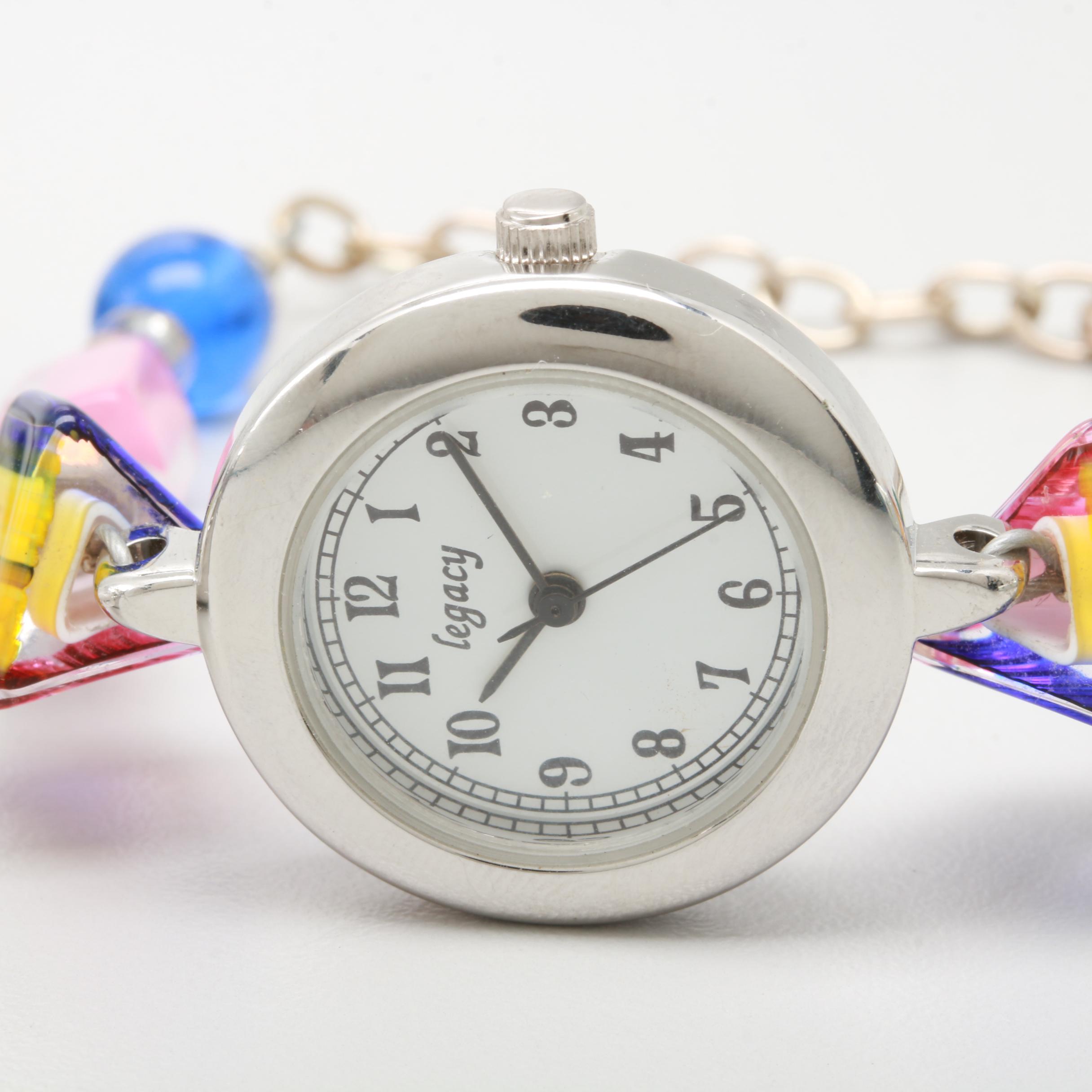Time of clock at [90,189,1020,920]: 6:55
